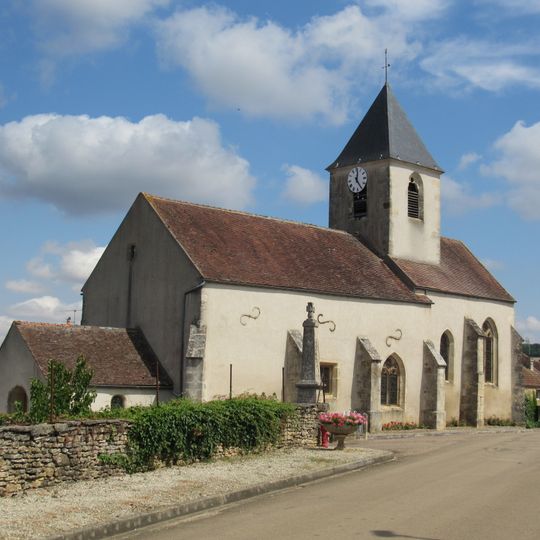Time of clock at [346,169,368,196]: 12:24
